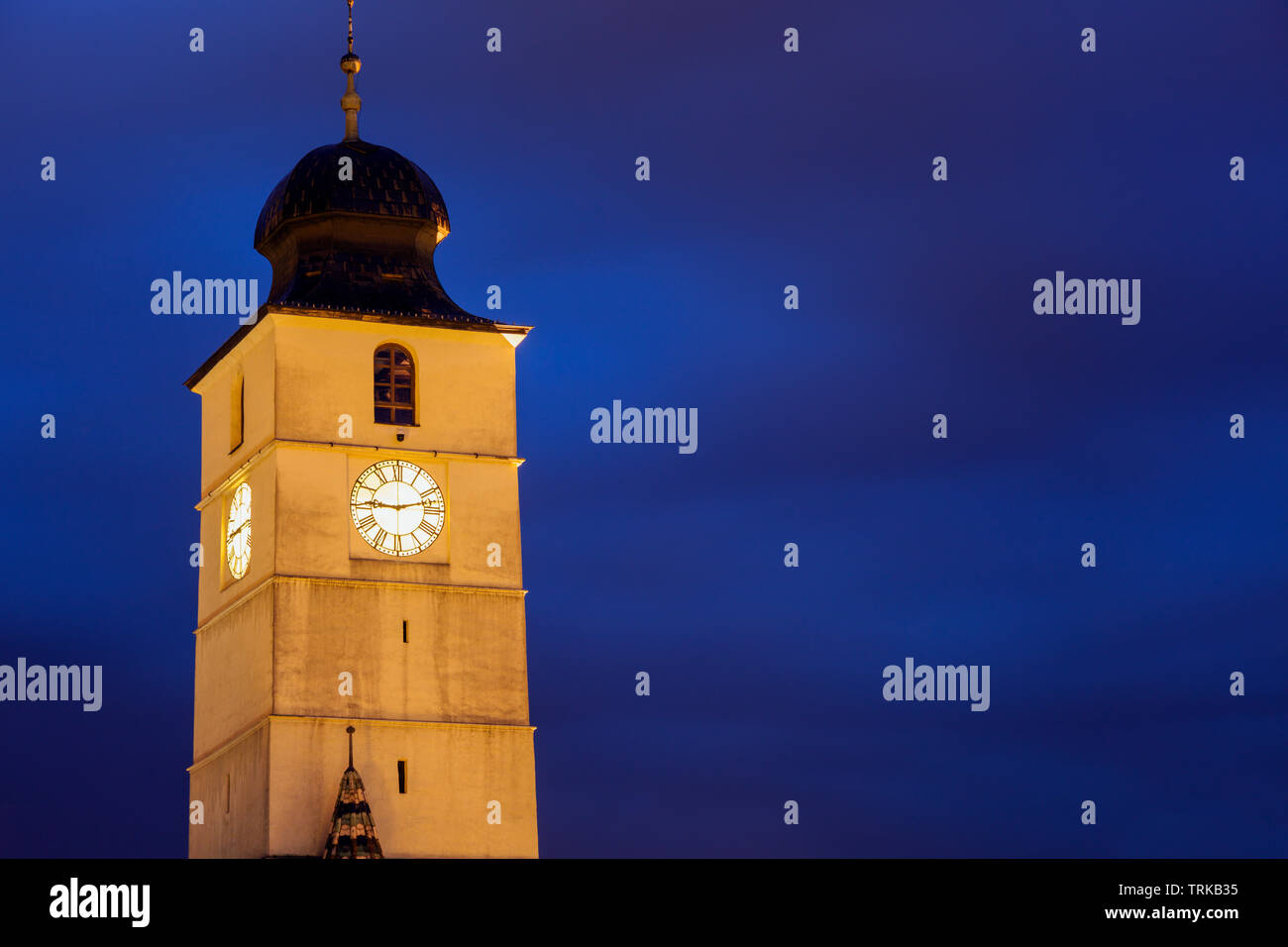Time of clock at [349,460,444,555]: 9:12
